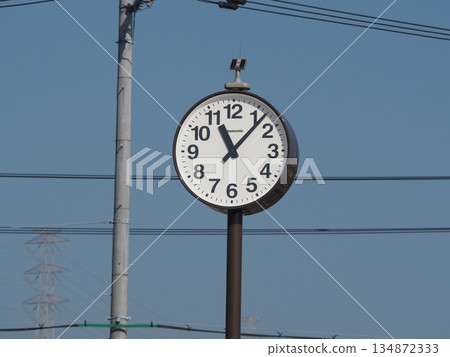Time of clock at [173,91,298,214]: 11:07
